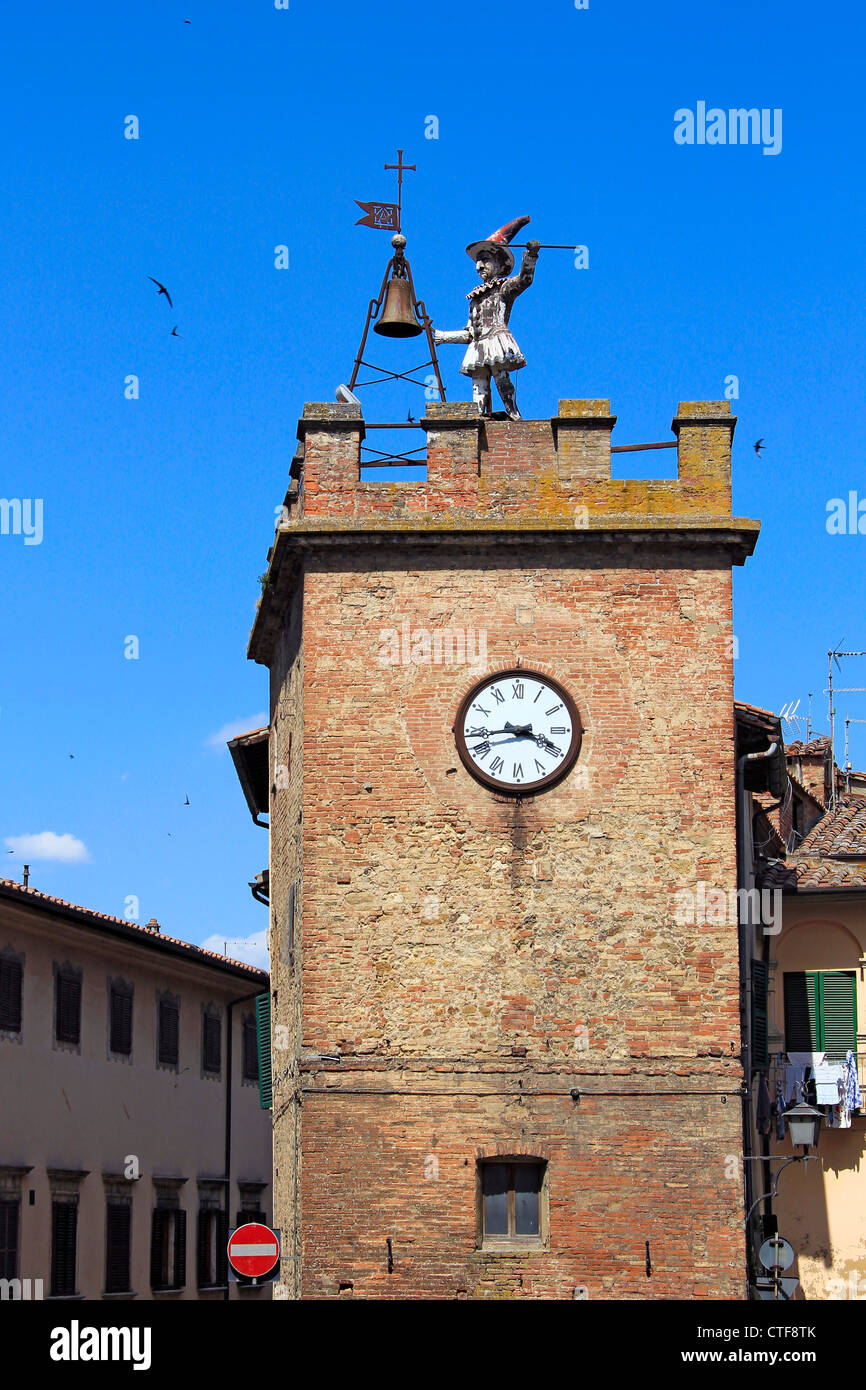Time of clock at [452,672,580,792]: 3:43
